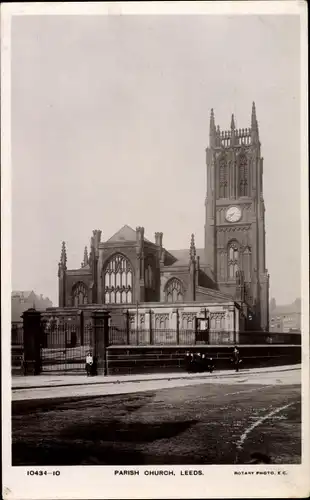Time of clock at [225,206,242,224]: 8:38
